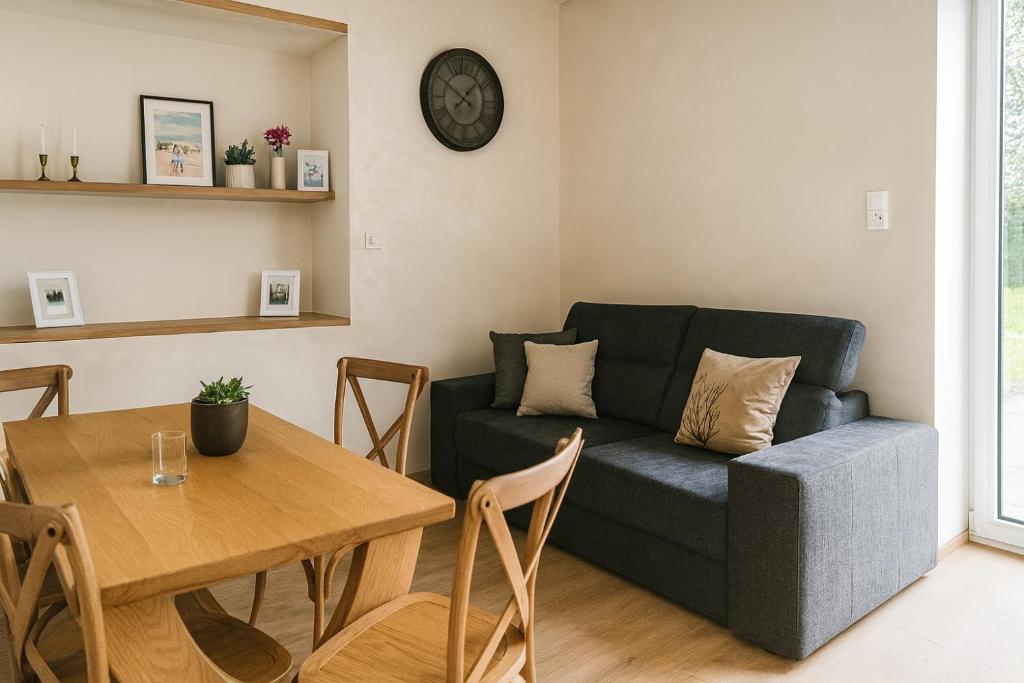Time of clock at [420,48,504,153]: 10:07
